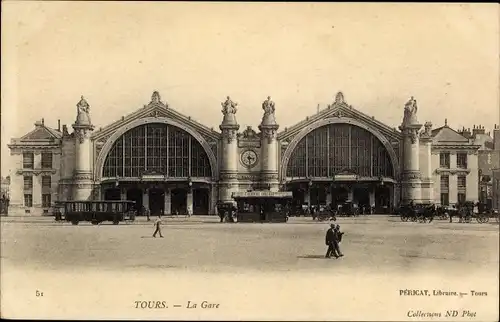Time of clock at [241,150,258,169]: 3:28
